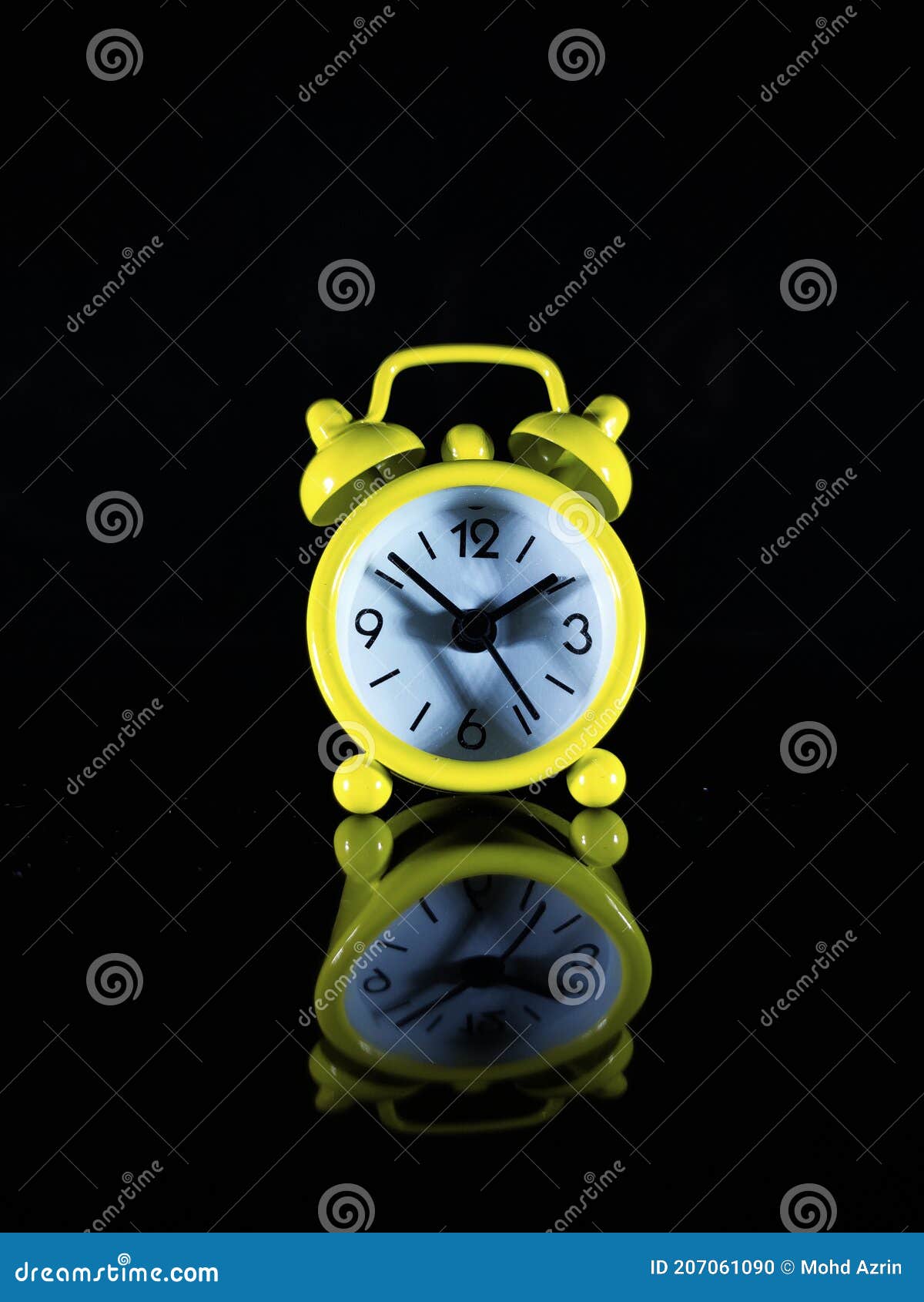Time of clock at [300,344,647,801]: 1:51
